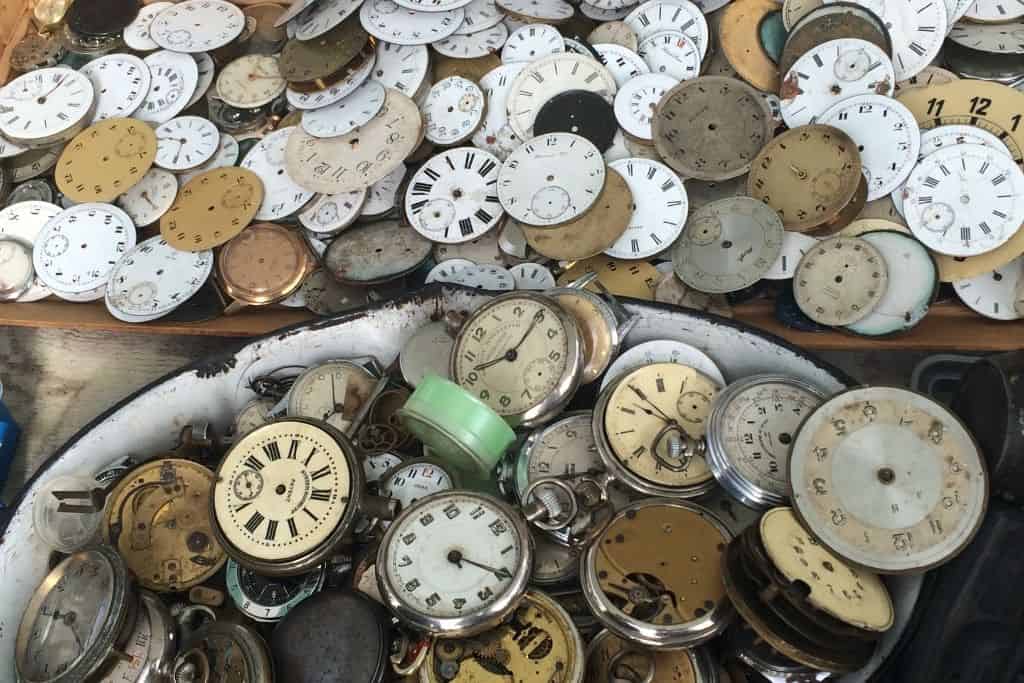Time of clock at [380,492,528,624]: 4:20
